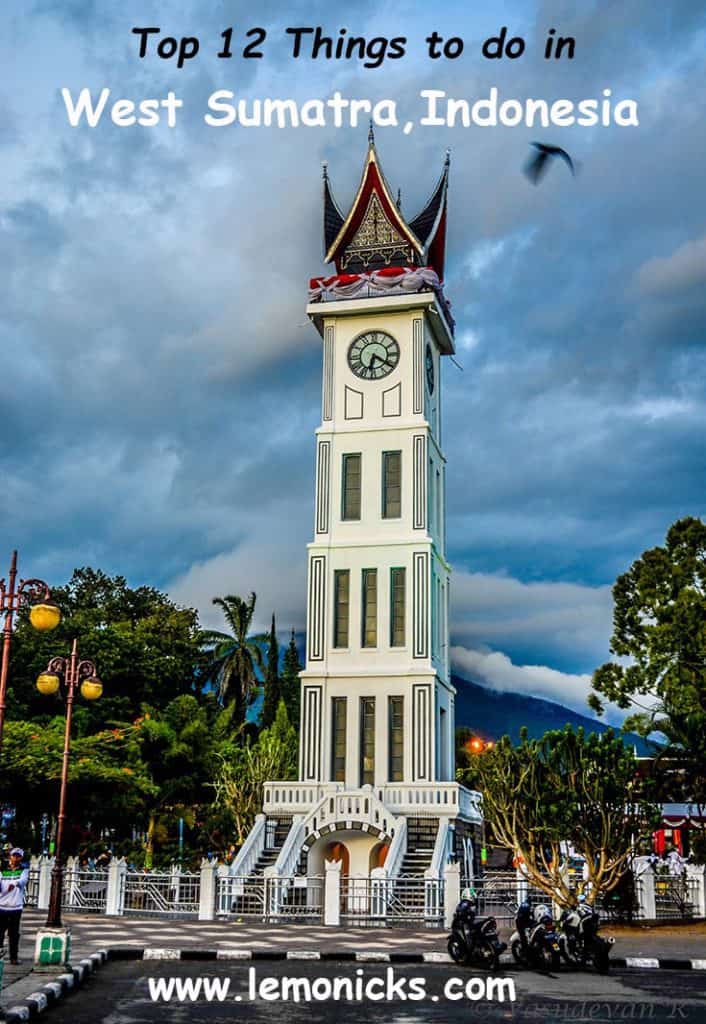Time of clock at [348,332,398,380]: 6:20
